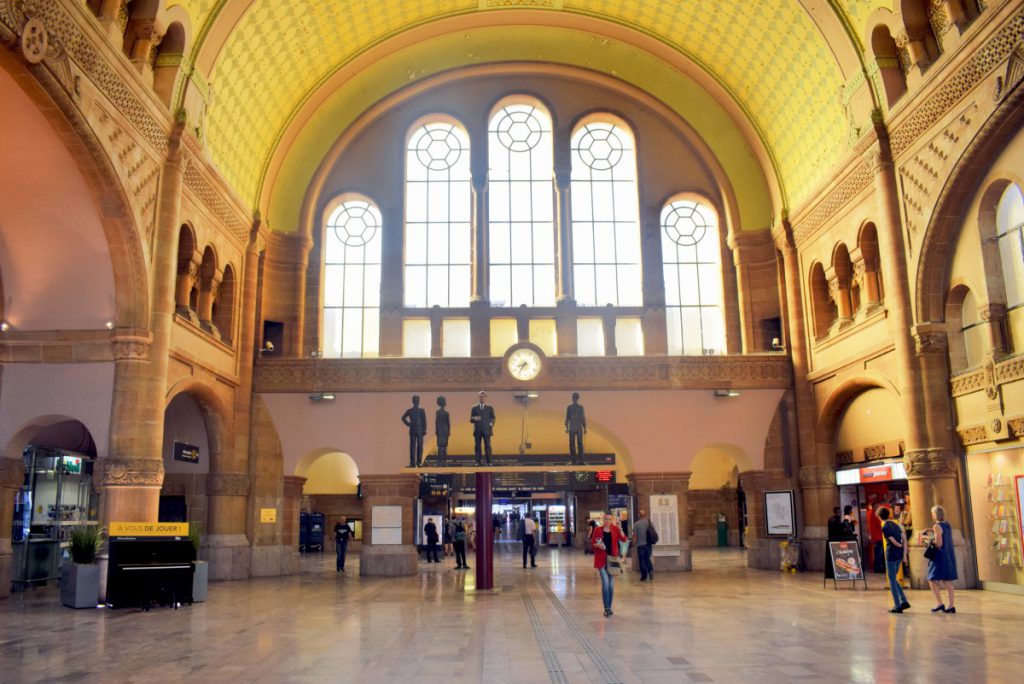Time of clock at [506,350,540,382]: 8:36
